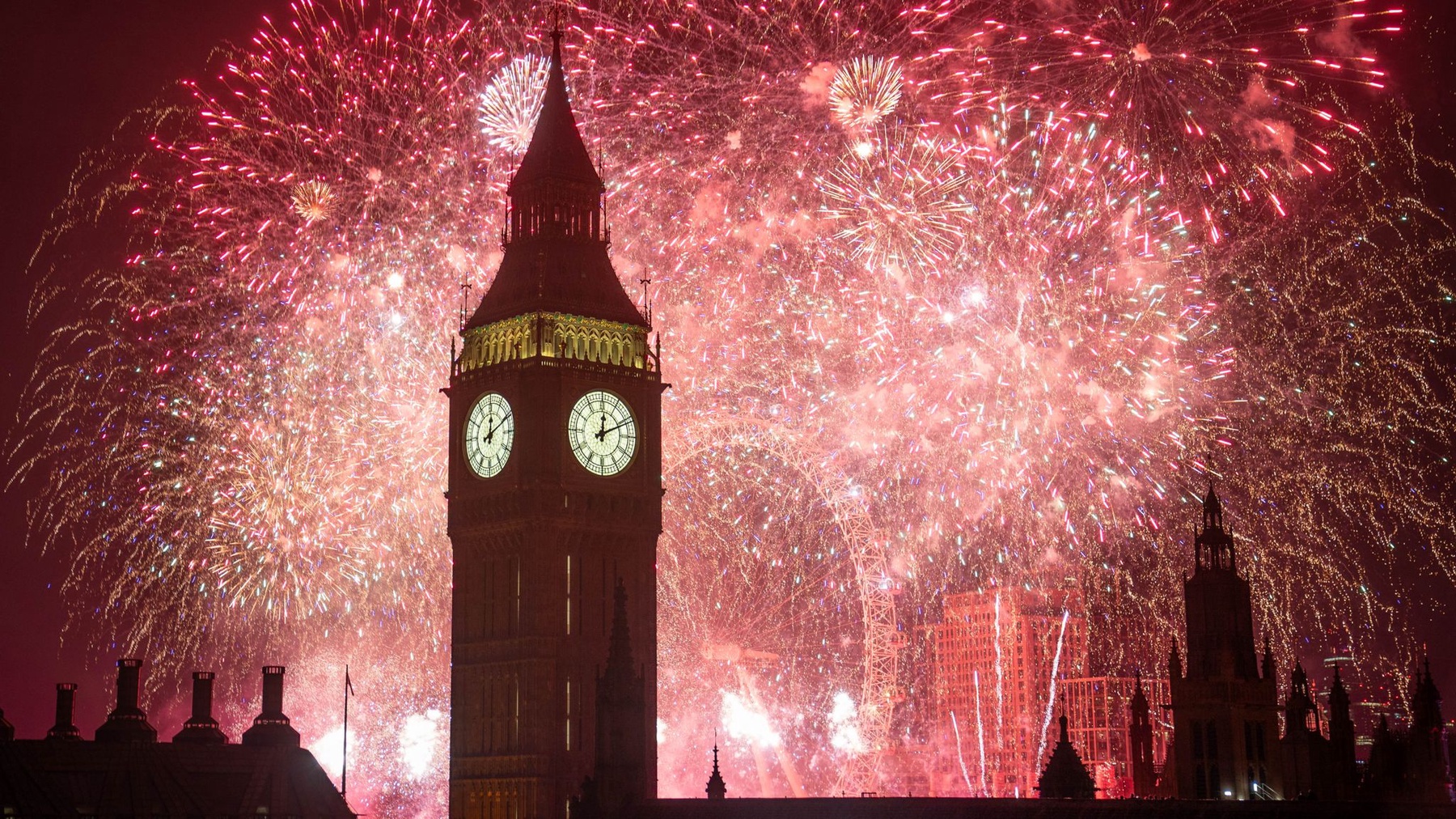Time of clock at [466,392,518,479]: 12:10
